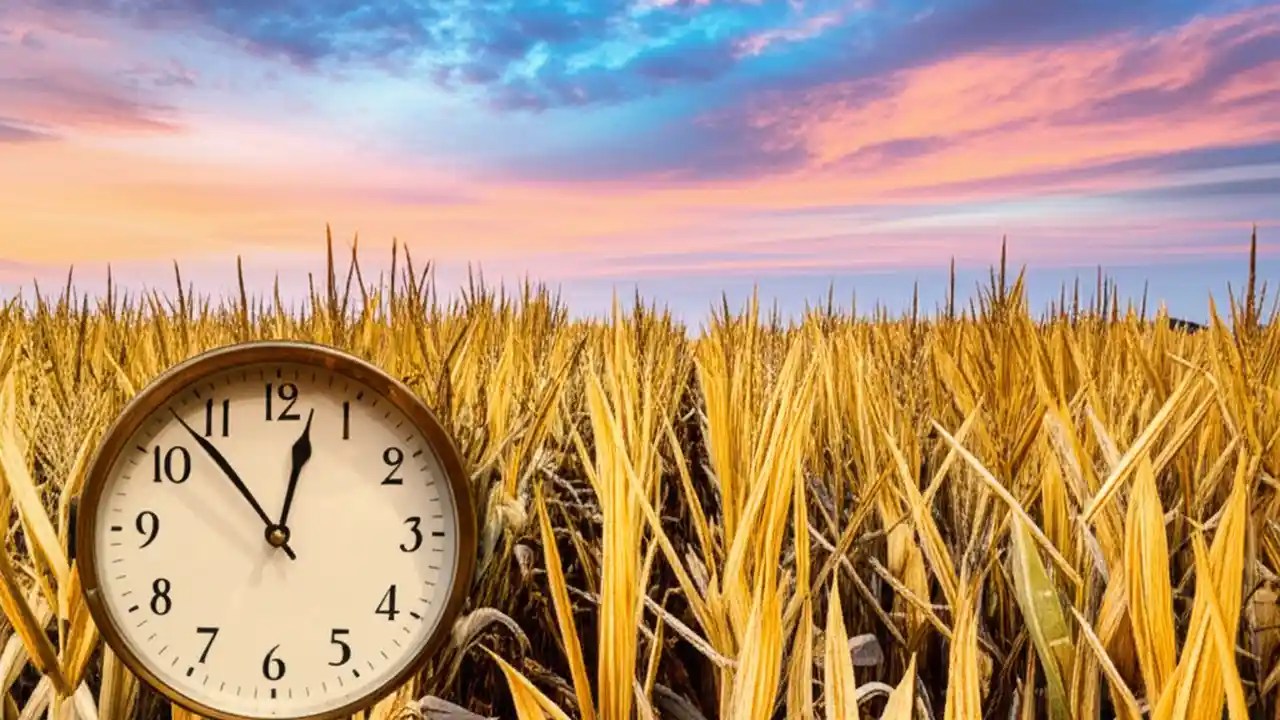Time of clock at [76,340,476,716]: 12:52
